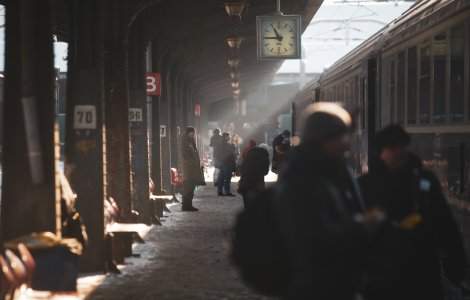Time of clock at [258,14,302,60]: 10:45
